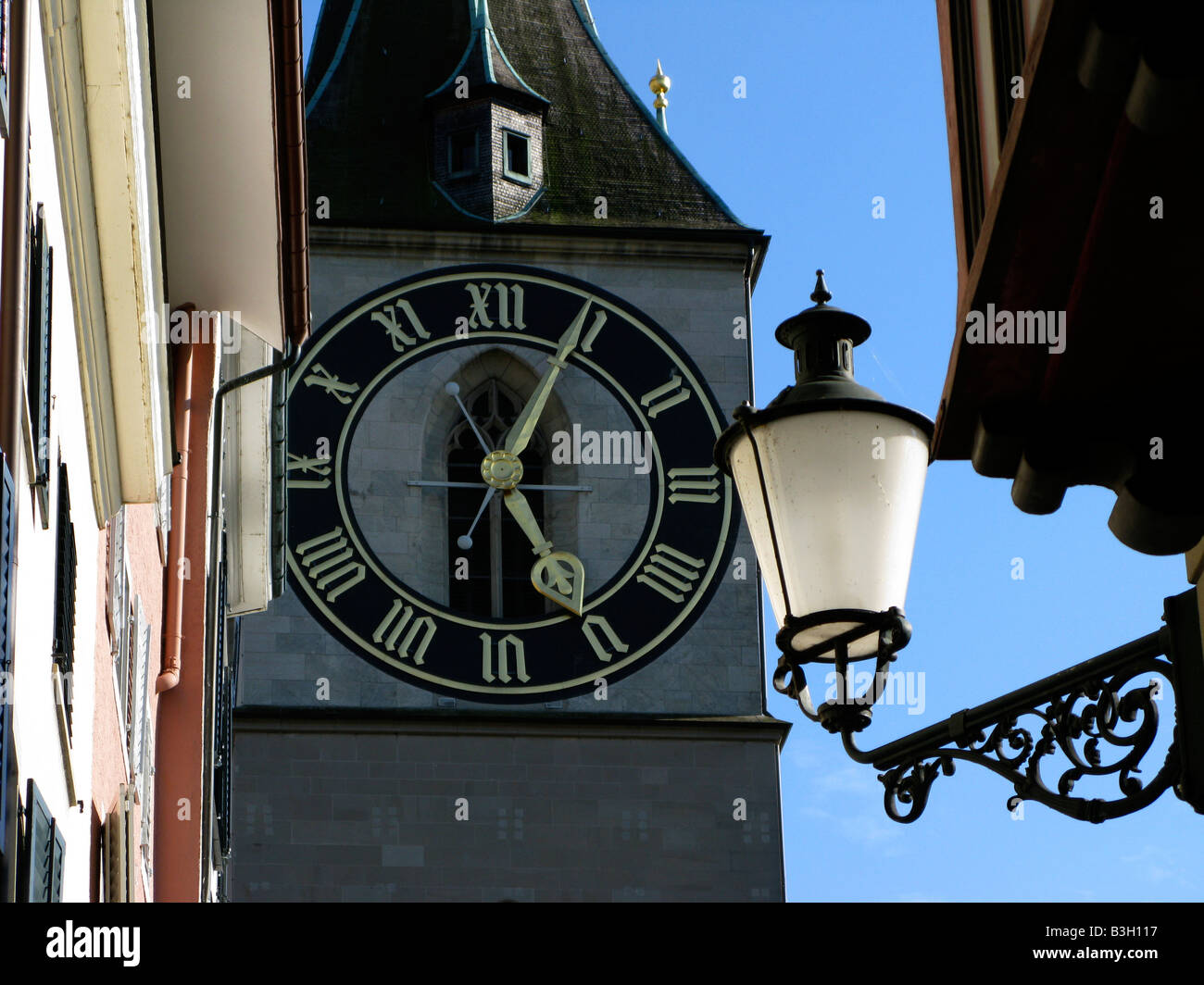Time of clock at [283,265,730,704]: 5:04
